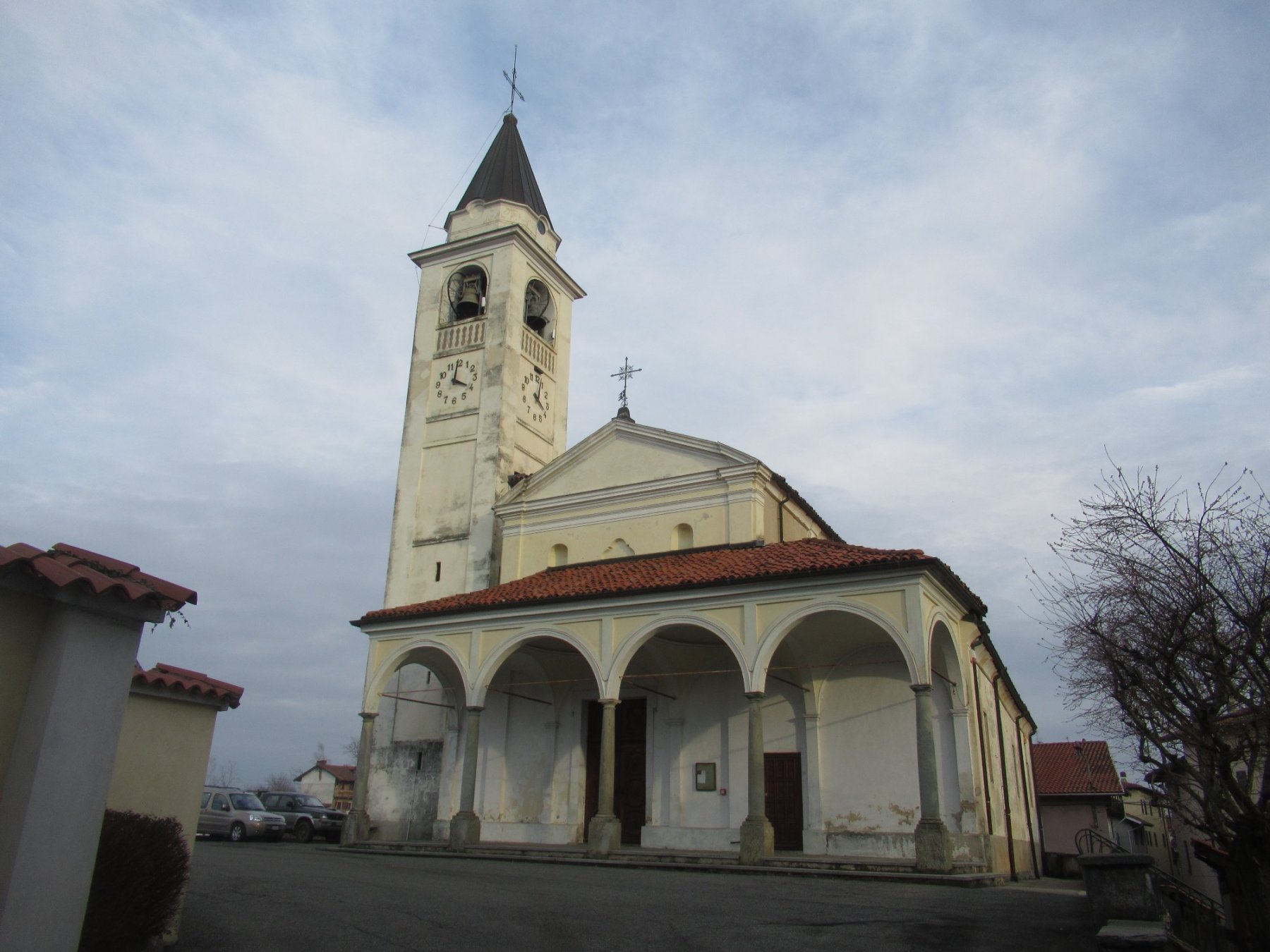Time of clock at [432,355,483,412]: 4:00
